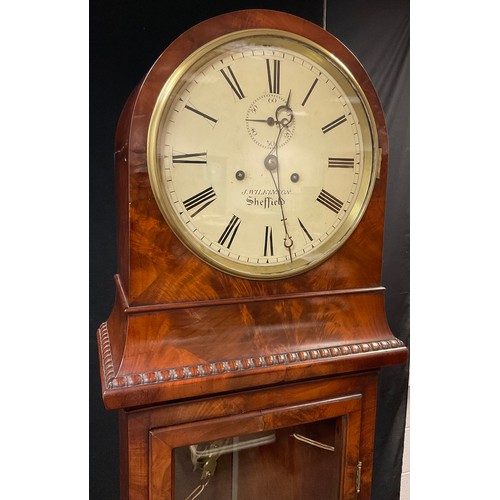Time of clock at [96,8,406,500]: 12:27
